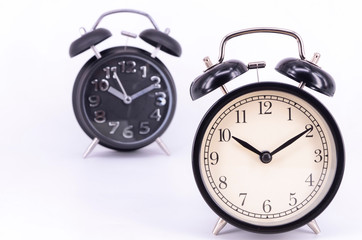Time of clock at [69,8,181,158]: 10:10
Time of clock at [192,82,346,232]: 10:09
